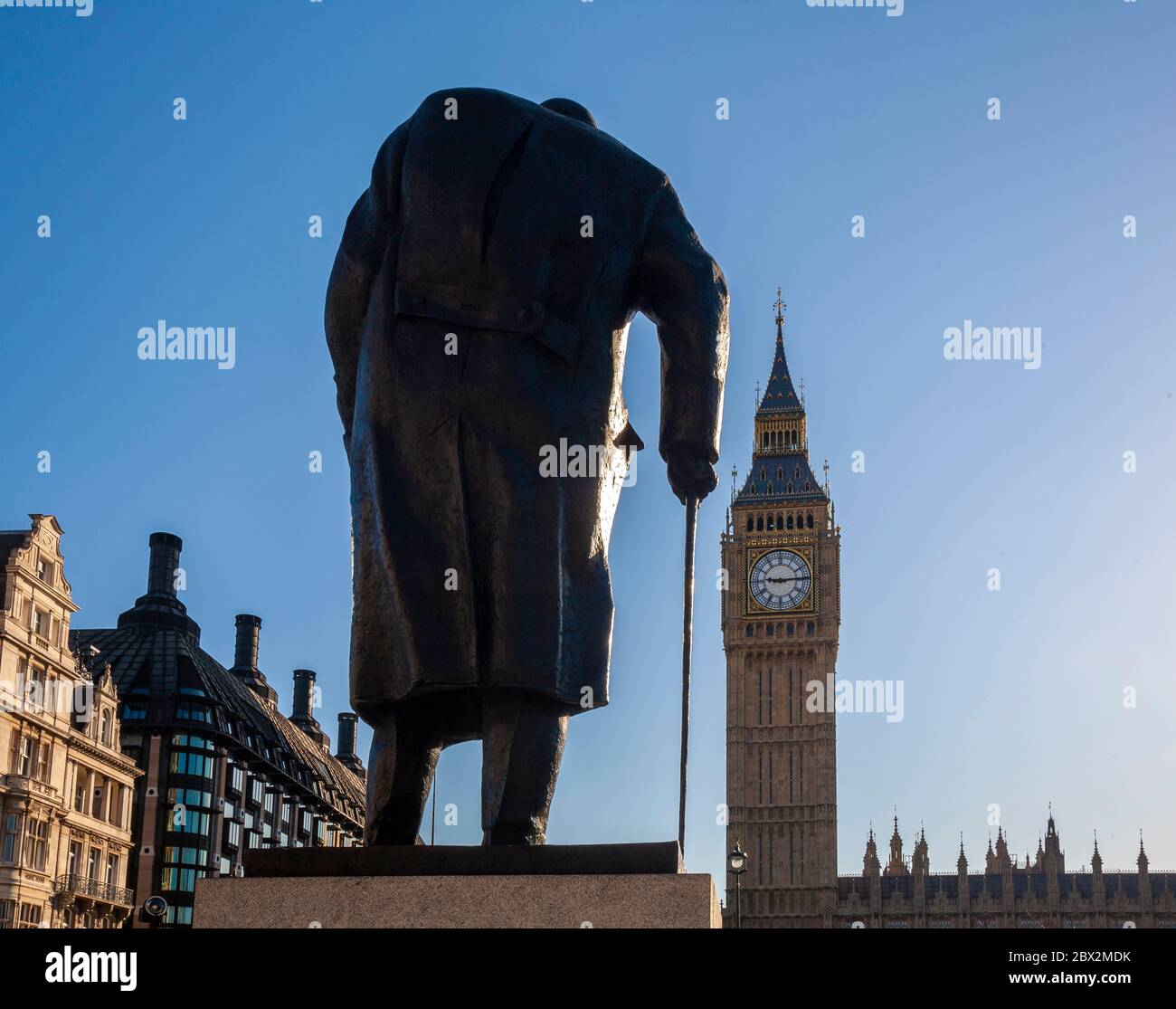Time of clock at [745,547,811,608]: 9:14
